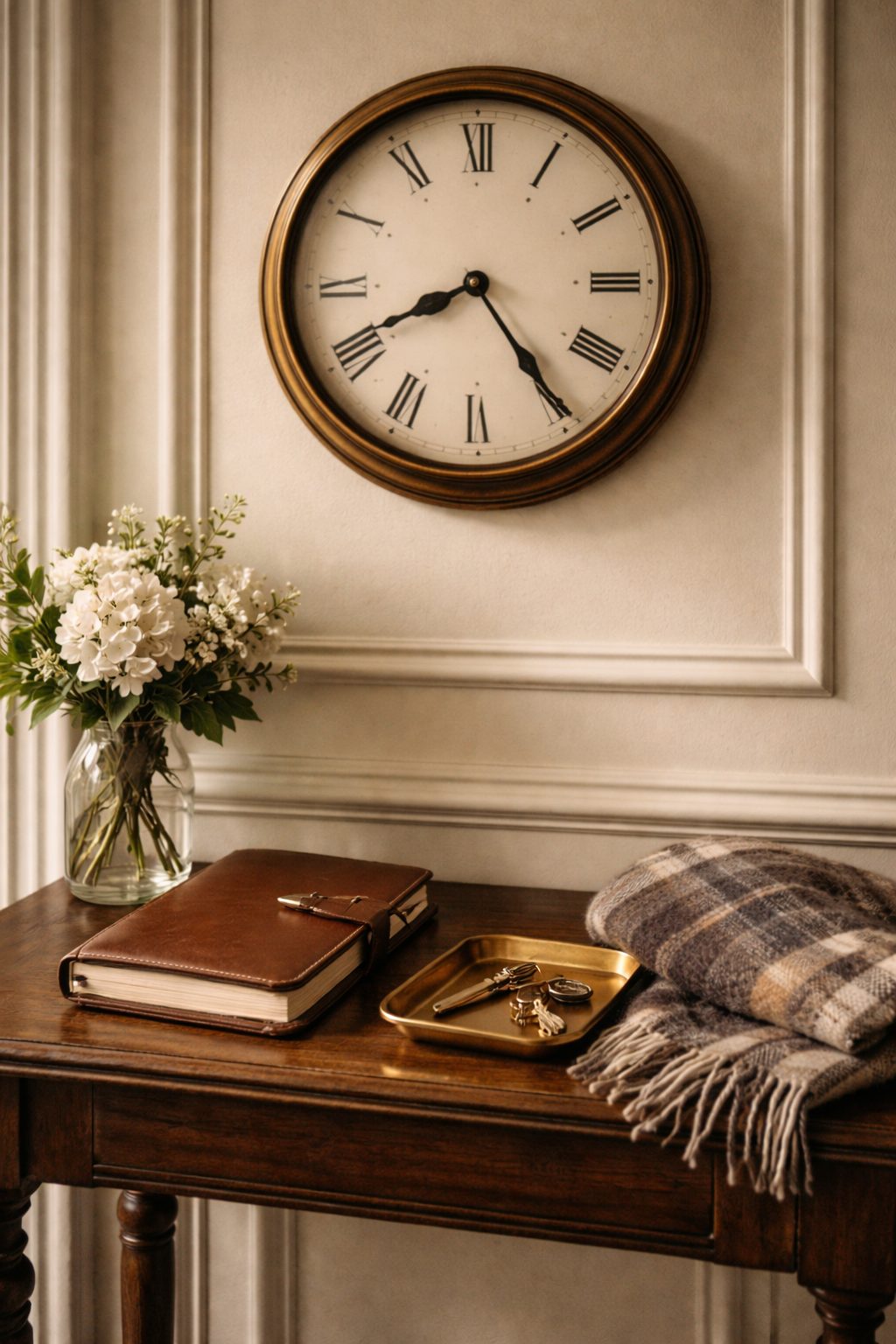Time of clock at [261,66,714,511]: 8:24
